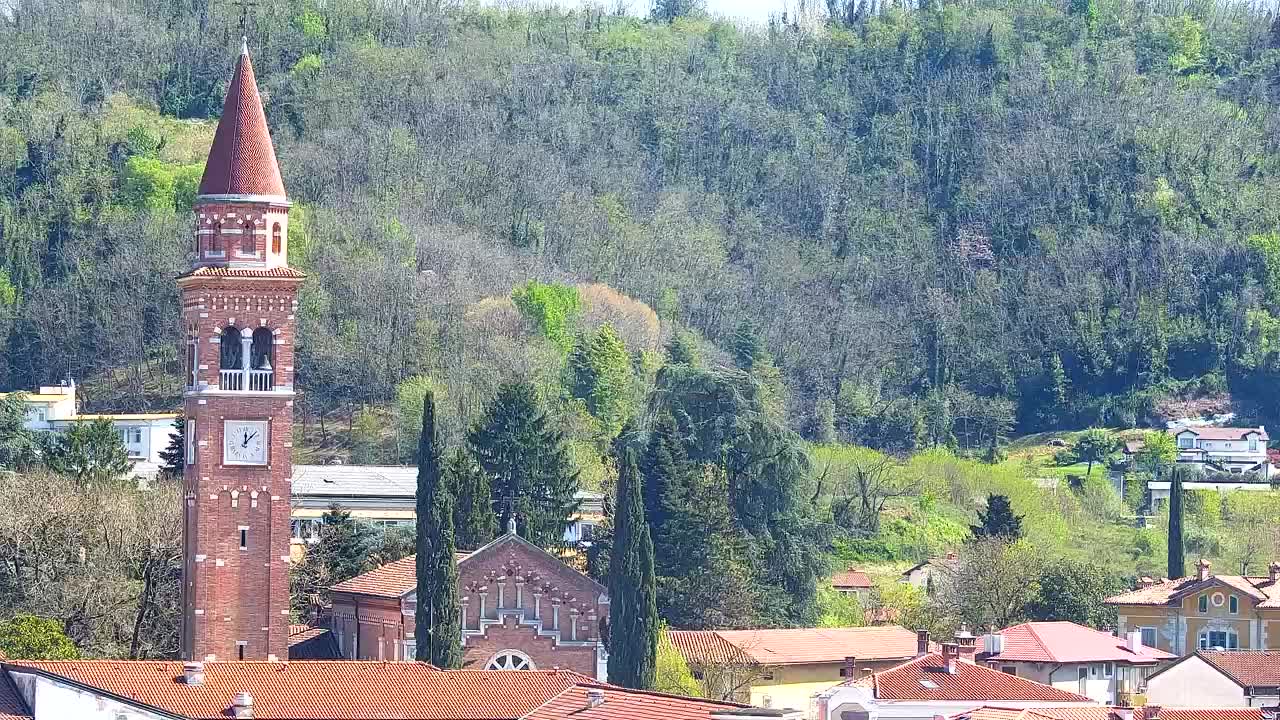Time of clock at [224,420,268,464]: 12:07
